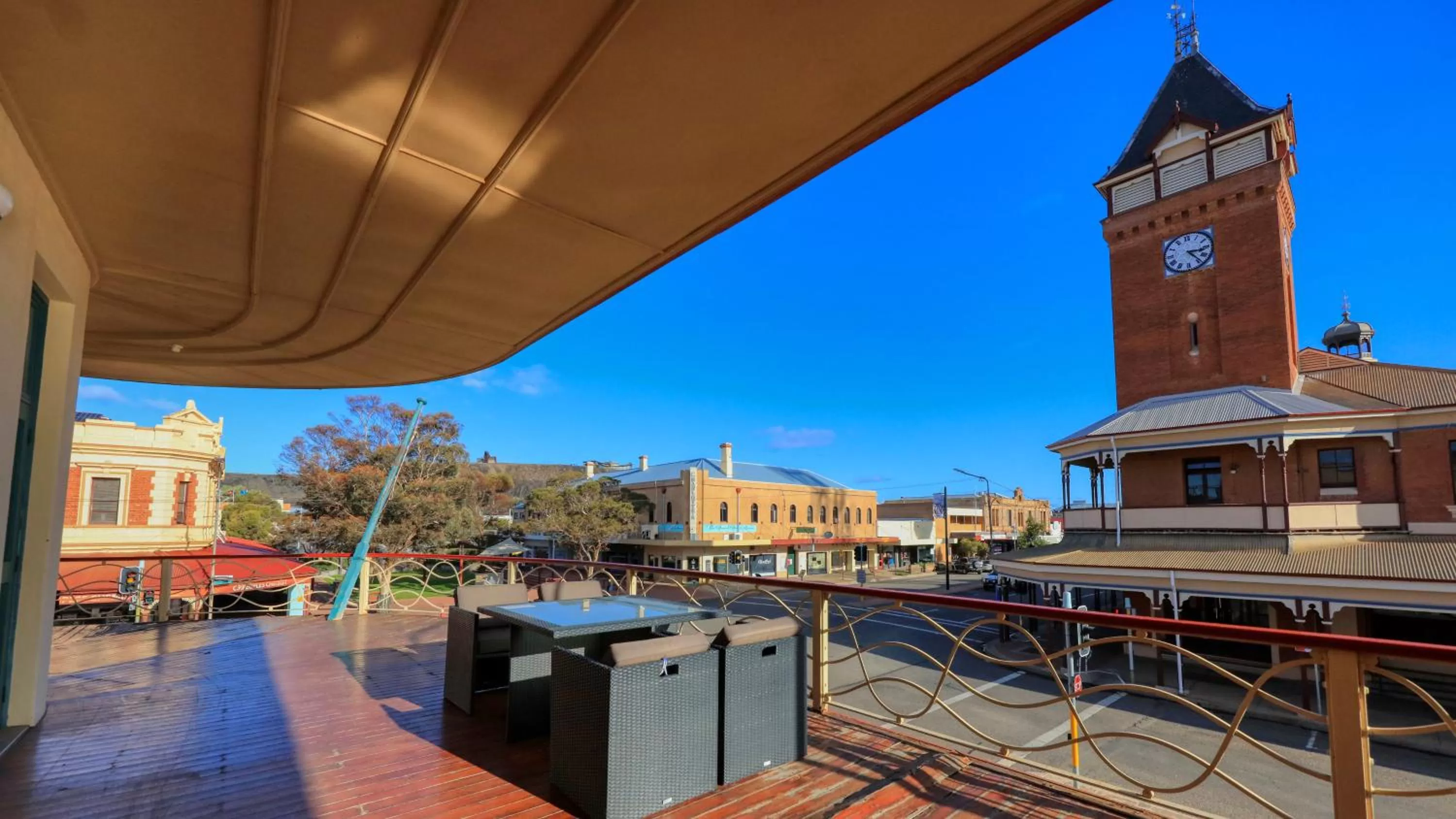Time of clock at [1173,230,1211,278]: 3:23
